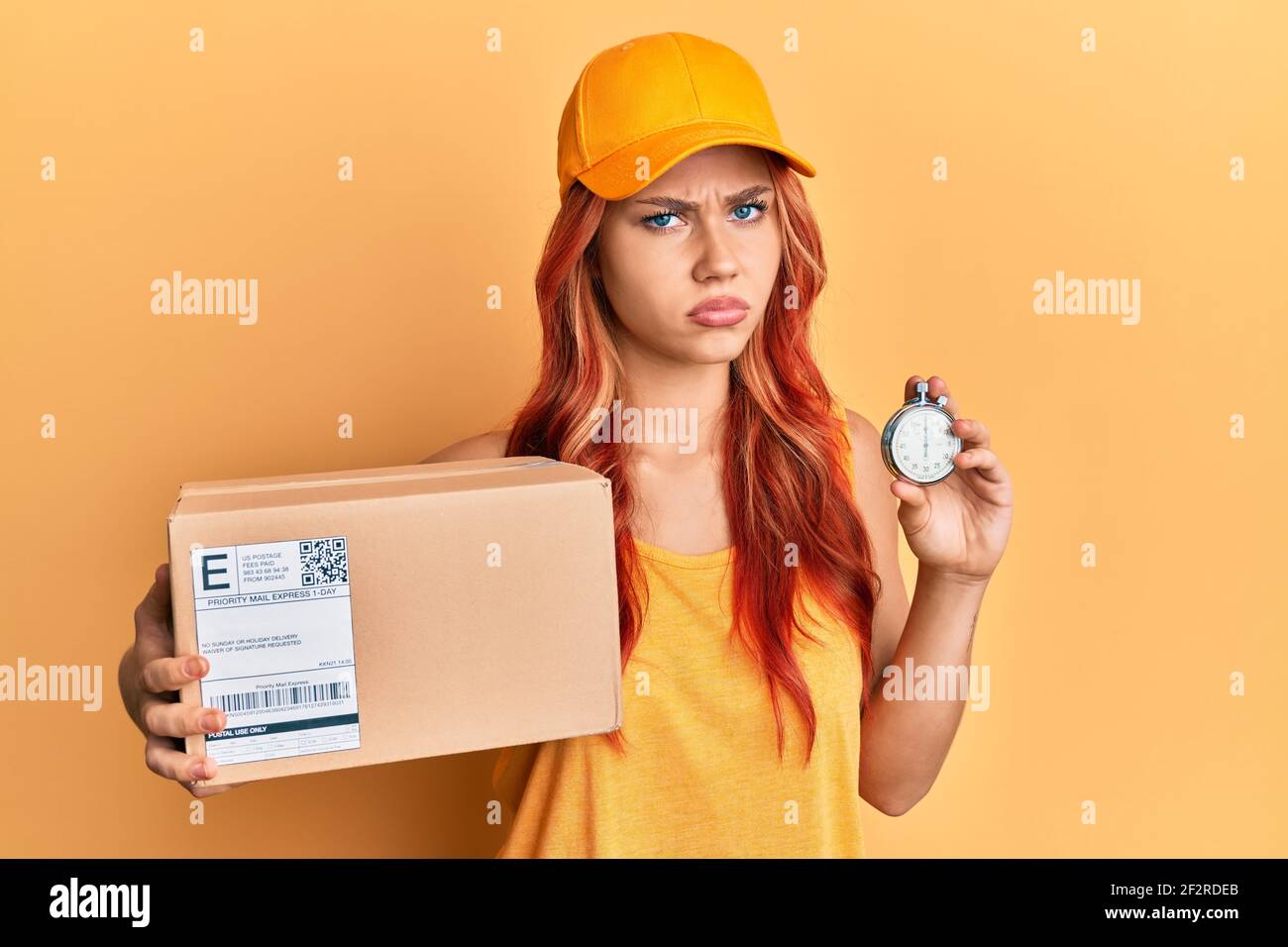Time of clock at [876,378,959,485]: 6:00
